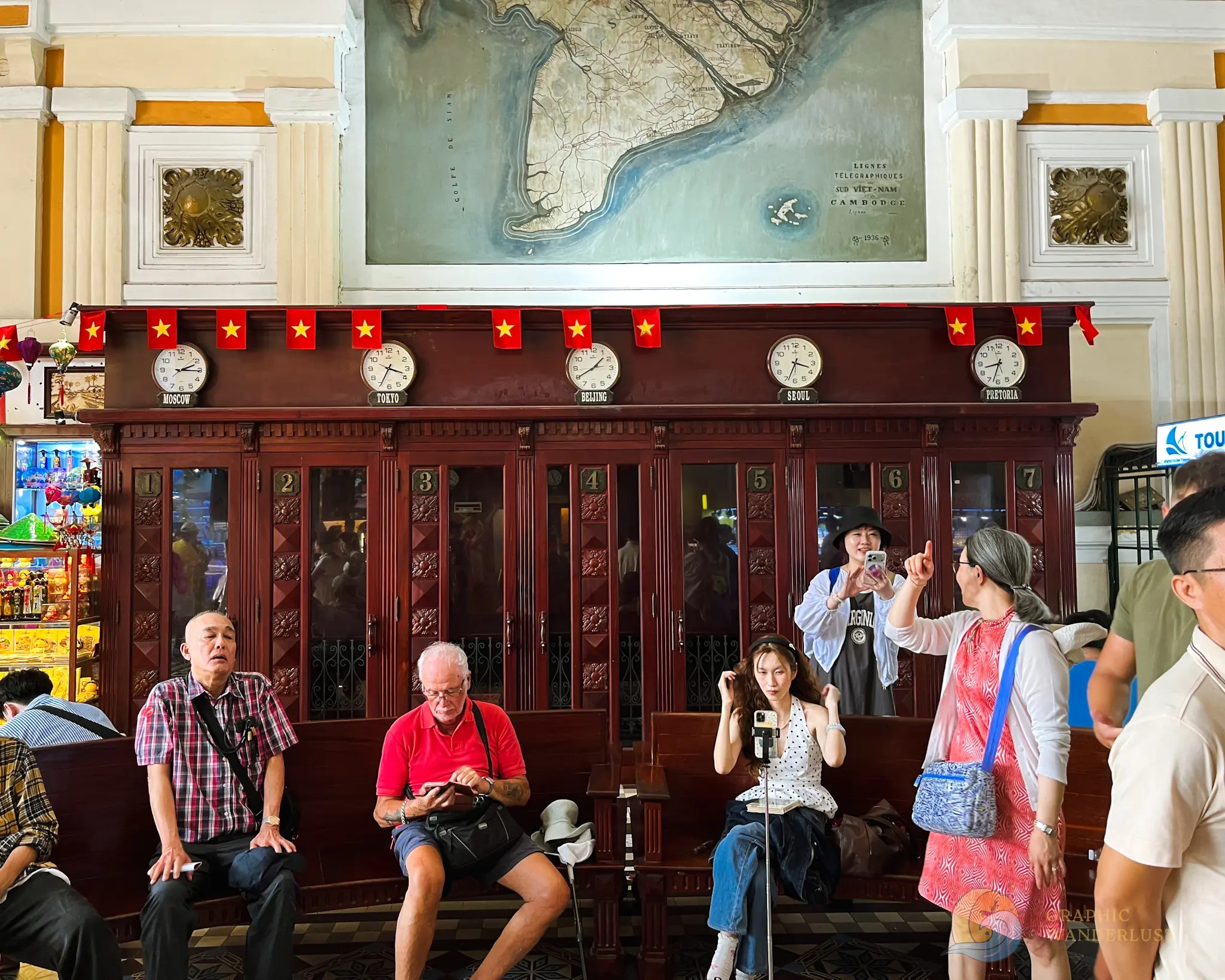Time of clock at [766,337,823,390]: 3:33
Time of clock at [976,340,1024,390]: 8:32
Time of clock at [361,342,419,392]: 3:34
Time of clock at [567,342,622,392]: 1:39
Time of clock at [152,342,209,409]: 2:15
